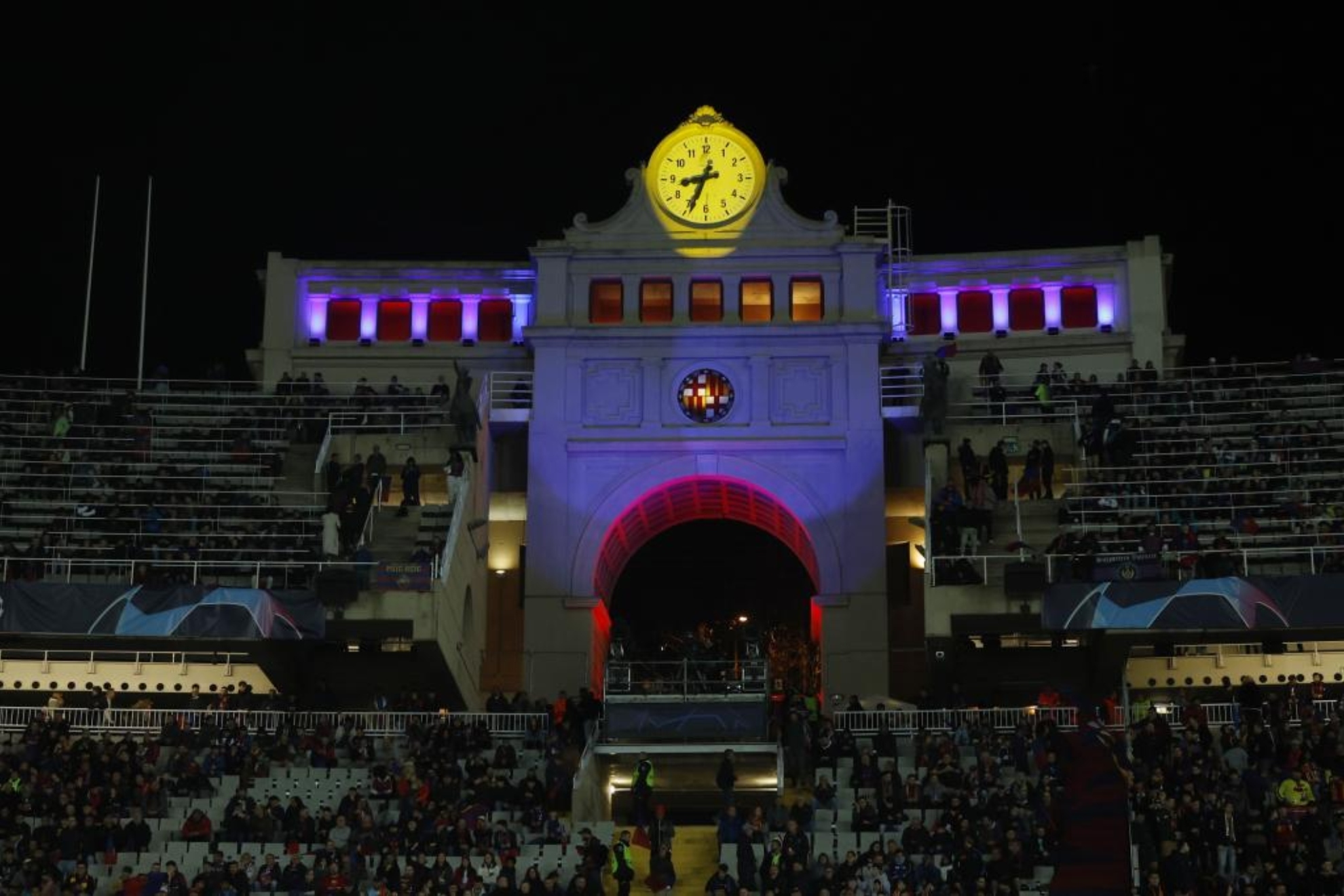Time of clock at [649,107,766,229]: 8:33
